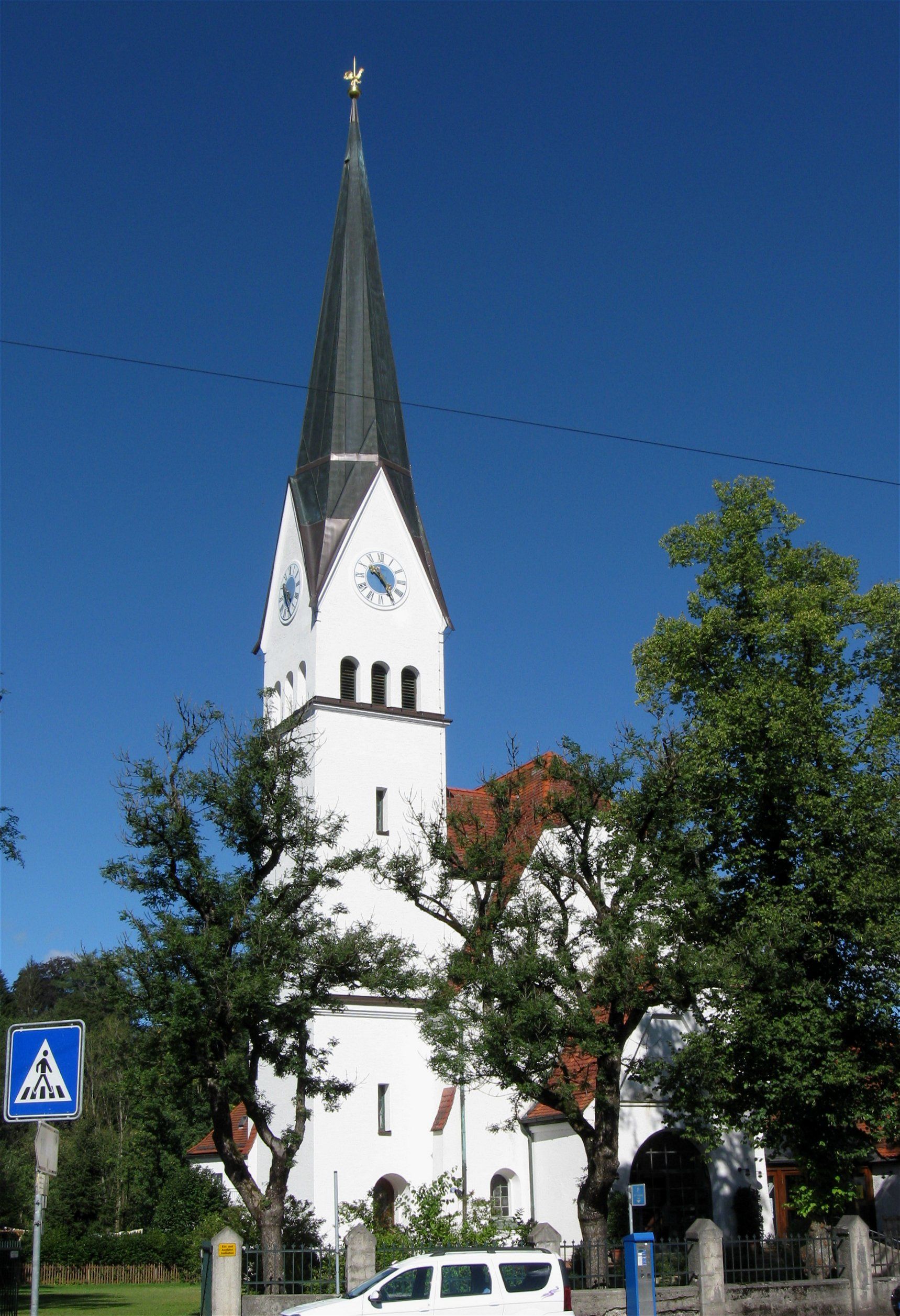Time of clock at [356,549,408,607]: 10:24
